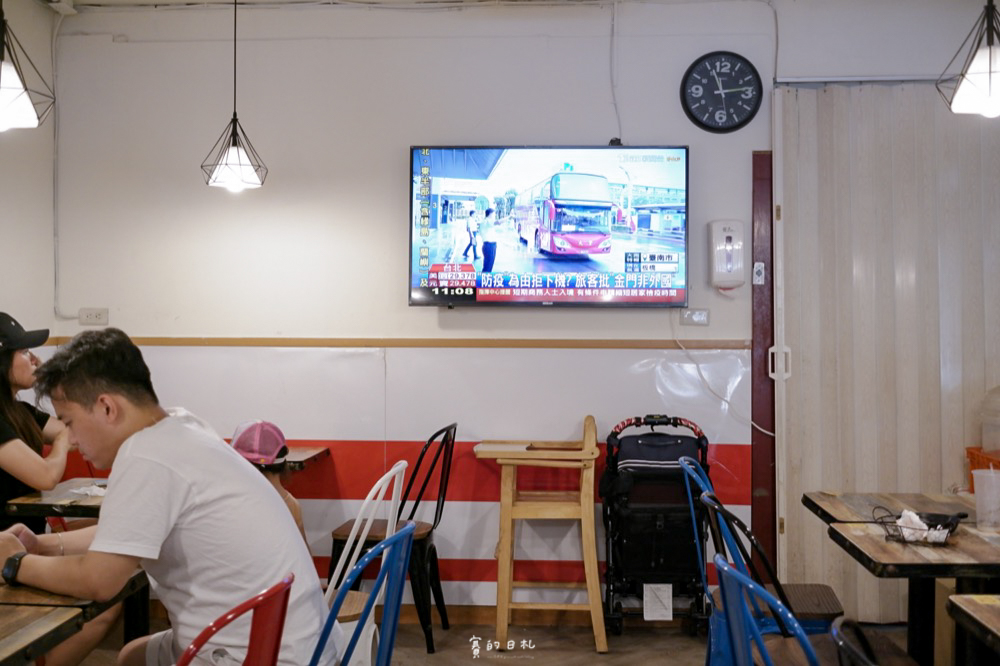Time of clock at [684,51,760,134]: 11:13
